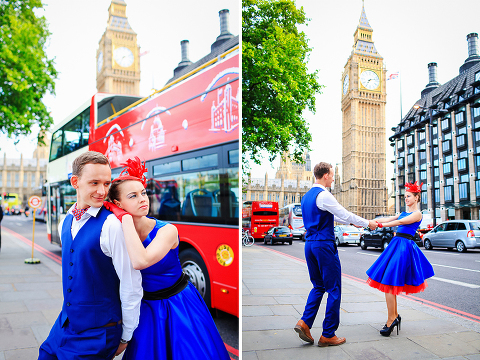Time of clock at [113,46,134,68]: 7:11
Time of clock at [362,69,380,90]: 7:12
